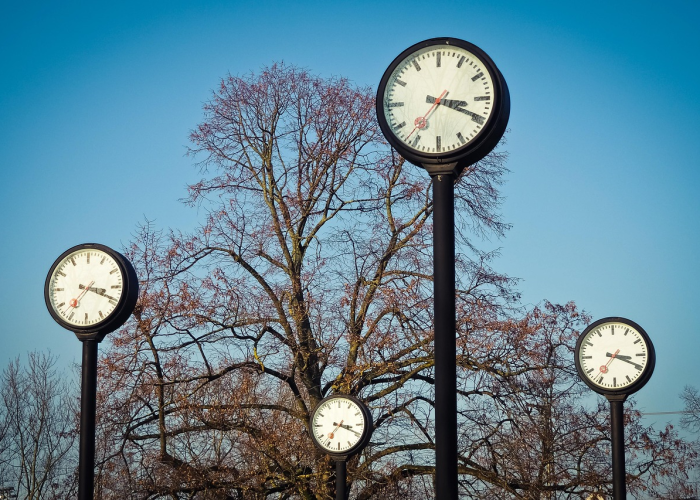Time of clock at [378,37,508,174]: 3:19
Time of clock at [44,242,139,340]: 3:18
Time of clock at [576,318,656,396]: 3:19
